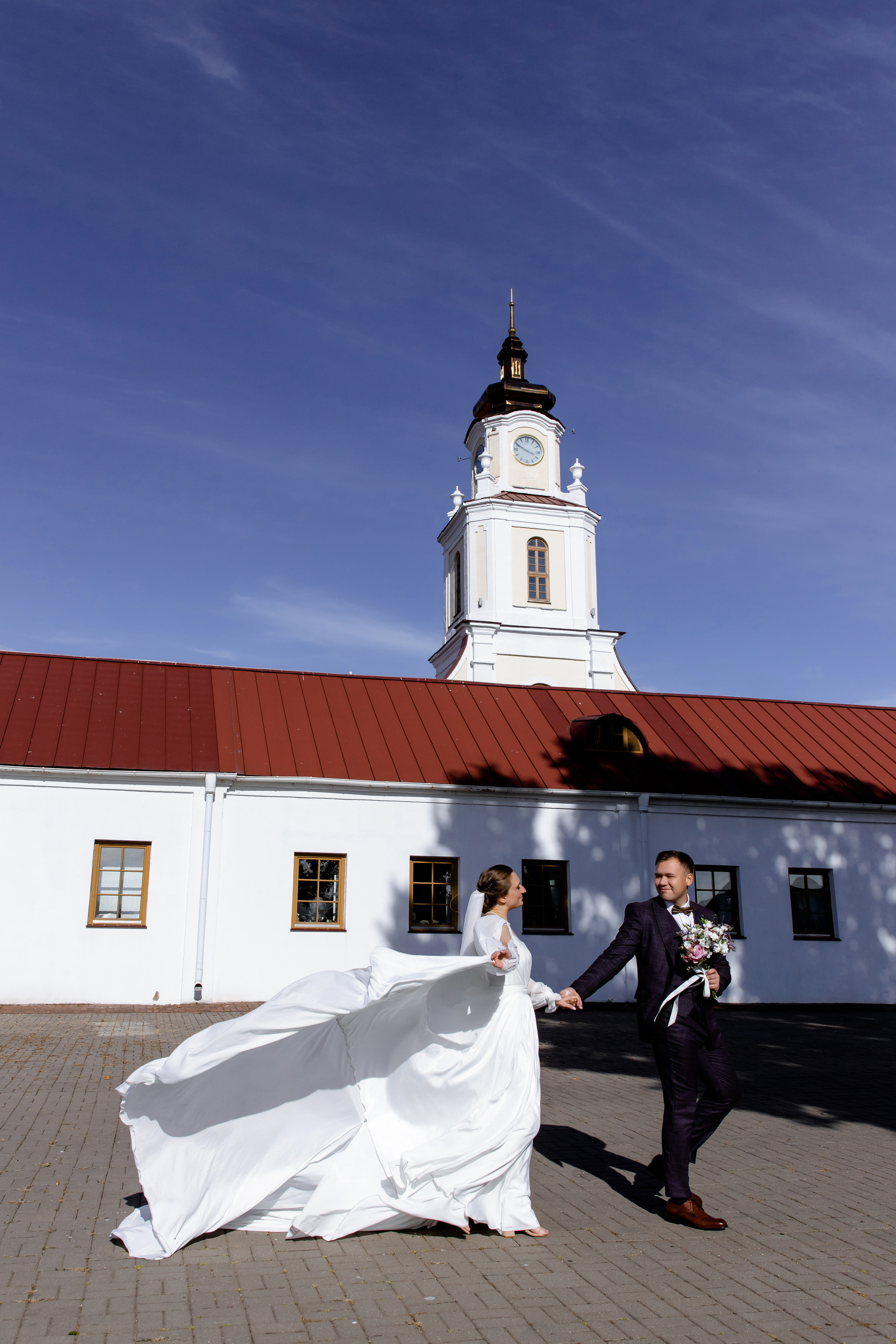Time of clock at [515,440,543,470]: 3:49
